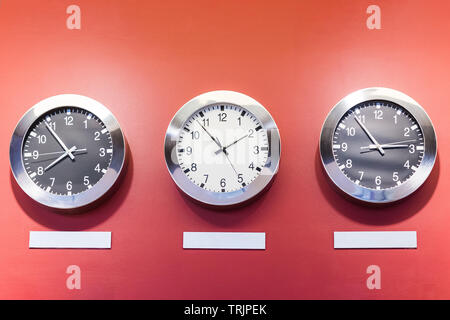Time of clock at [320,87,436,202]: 2:53
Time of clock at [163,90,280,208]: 1:53
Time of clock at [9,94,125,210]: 7:53
